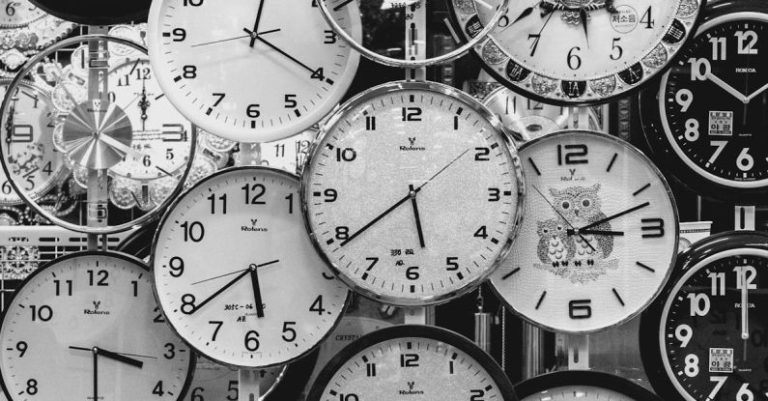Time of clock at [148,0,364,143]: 12:20
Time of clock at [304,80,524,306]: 5:39
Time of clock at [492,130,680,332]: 3:11
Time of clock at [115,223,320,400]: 5:38
